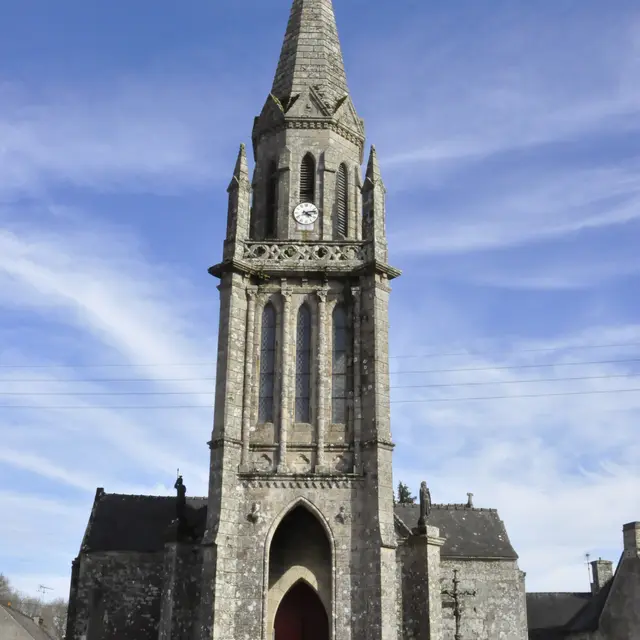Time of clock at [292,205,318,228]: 4:12
